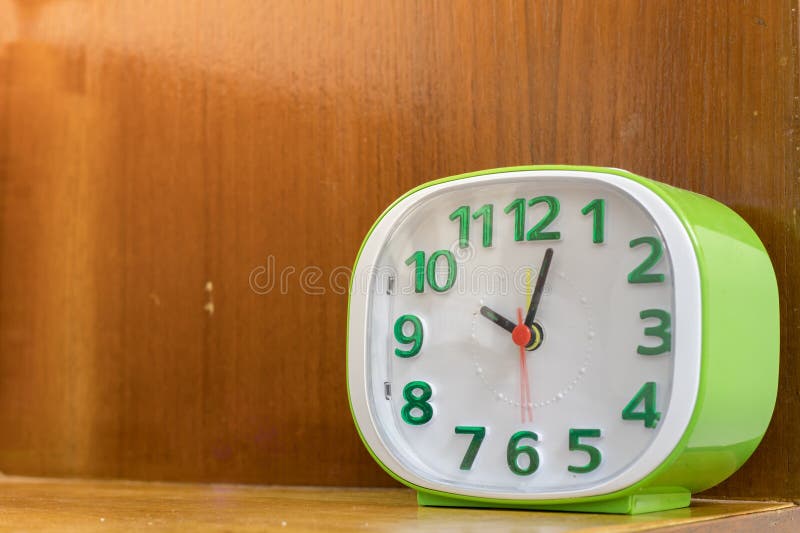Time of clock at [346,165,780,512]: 10:02
